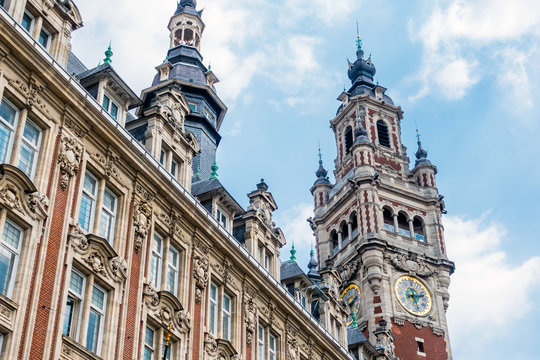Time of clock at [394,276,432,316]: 2:27
